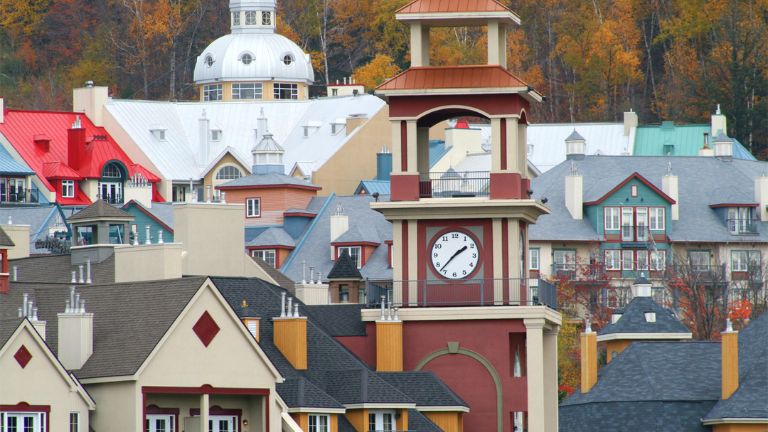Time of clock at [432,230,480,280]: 1:37
